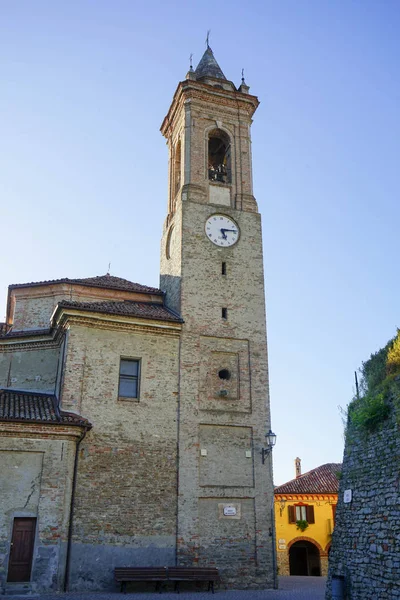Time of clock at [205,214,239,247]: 5:13
